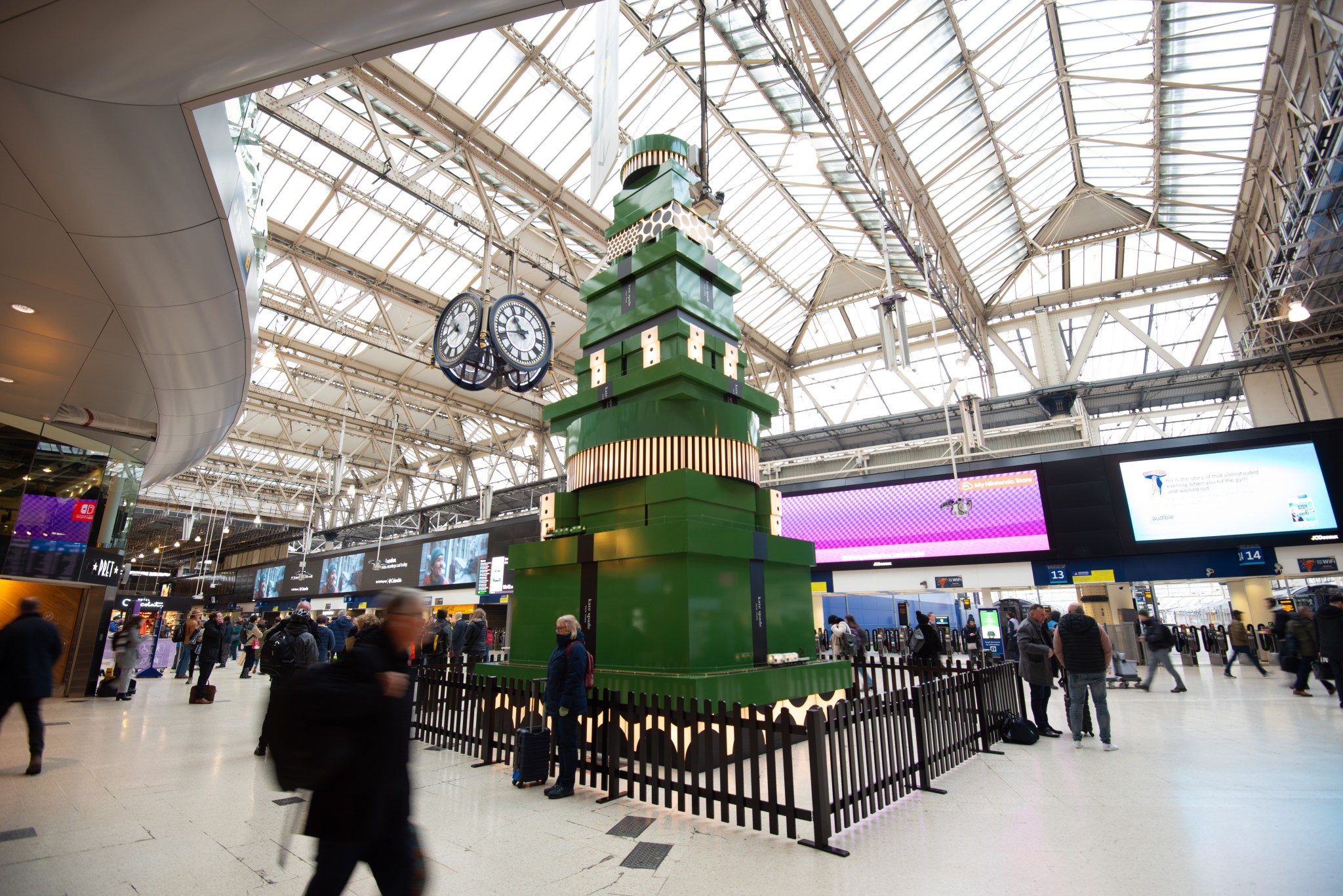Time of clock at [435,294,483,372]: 10:43
